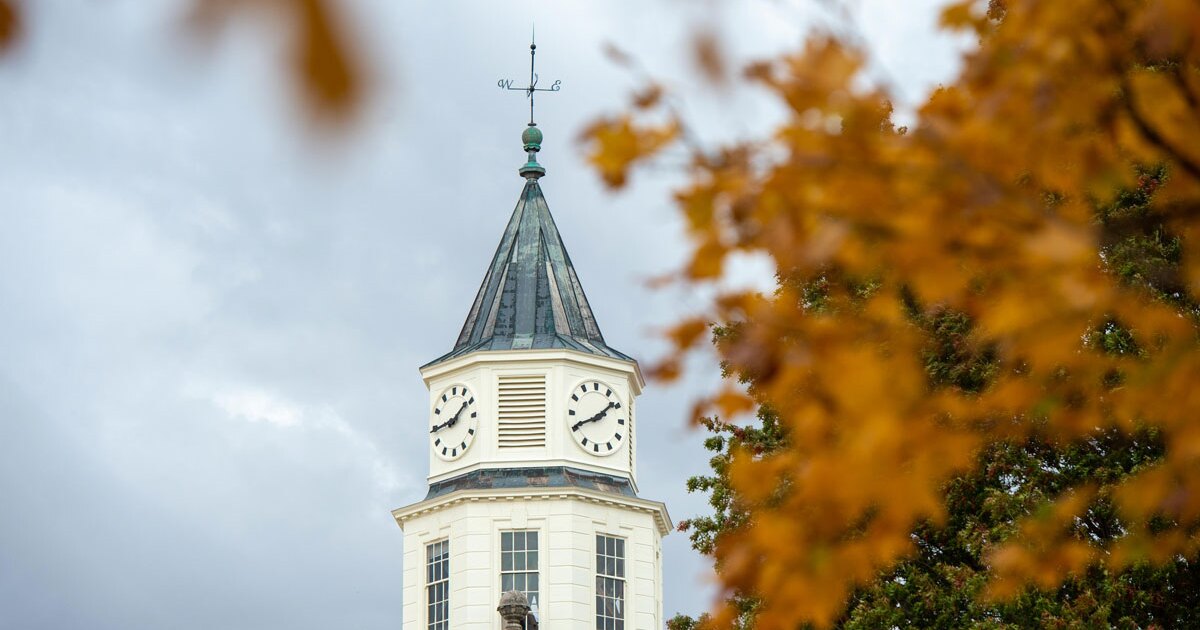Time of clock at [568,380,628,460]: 1:40
